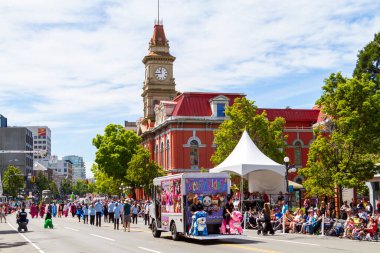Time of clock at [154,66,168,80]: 11:44
